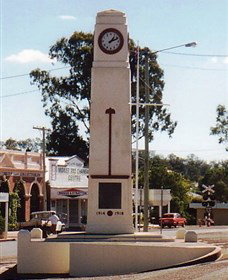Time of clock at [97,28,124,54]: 1:11
